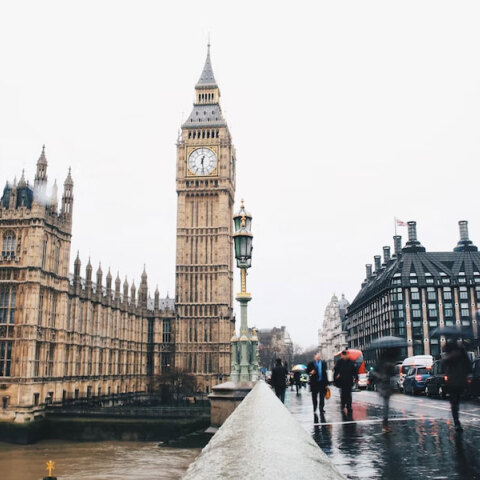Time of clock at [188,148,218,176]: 12:28
